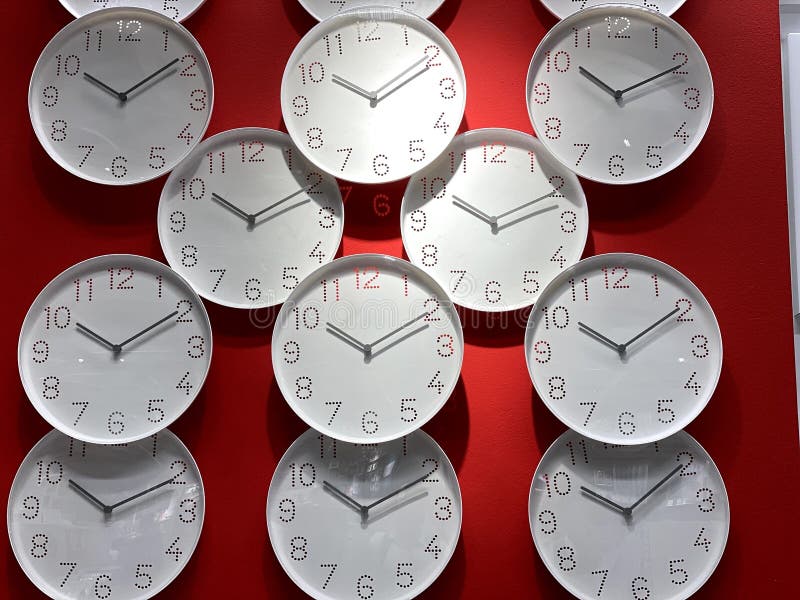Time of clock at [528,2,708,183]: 10:10
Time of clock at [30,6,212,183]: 10:08
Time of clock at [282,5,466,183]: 10:10
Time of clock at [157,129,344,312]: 10:10
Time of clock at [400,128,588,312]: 10:10
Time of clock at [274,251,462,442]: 10:10
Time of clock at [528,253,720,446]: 10:09
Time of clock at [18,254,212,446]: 10:09
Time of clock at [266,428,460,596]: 10:10
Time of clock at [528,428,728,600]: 10:09
